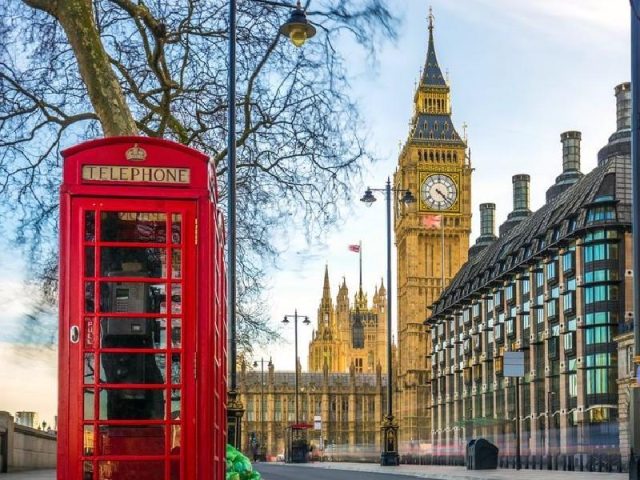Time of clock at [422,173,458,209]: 4:22
